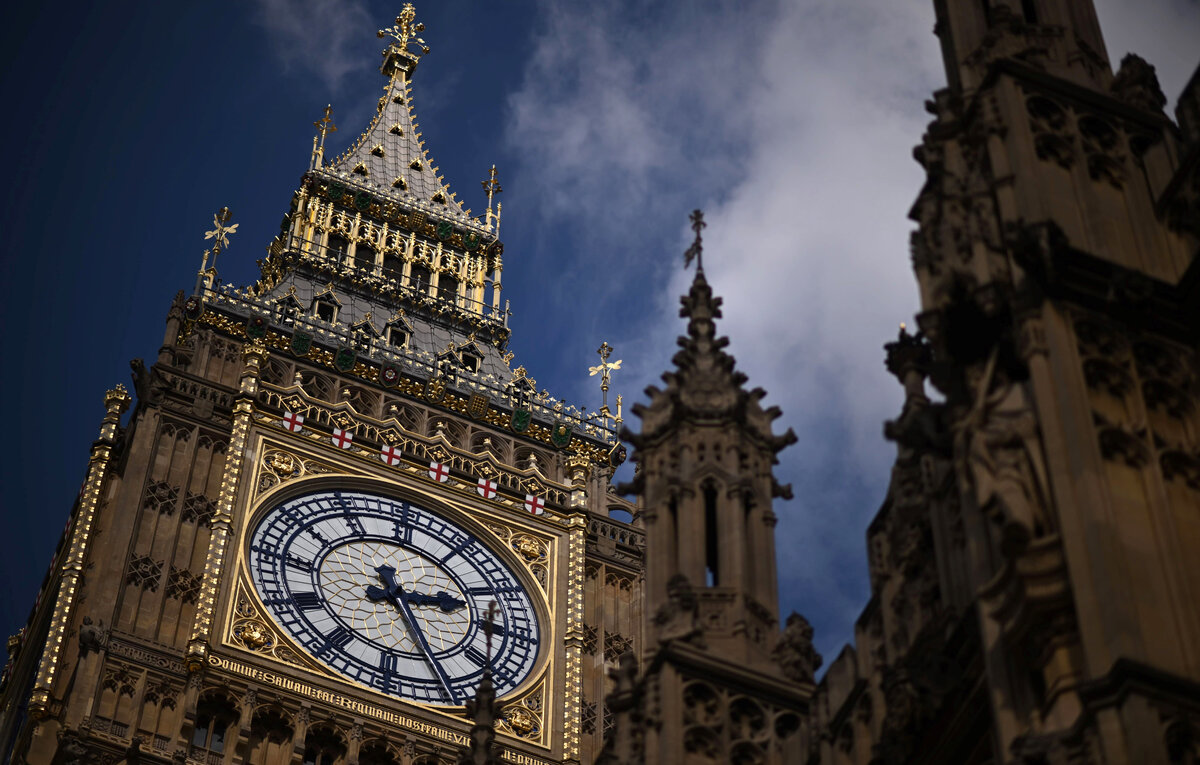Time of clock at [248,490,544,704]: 2:25
